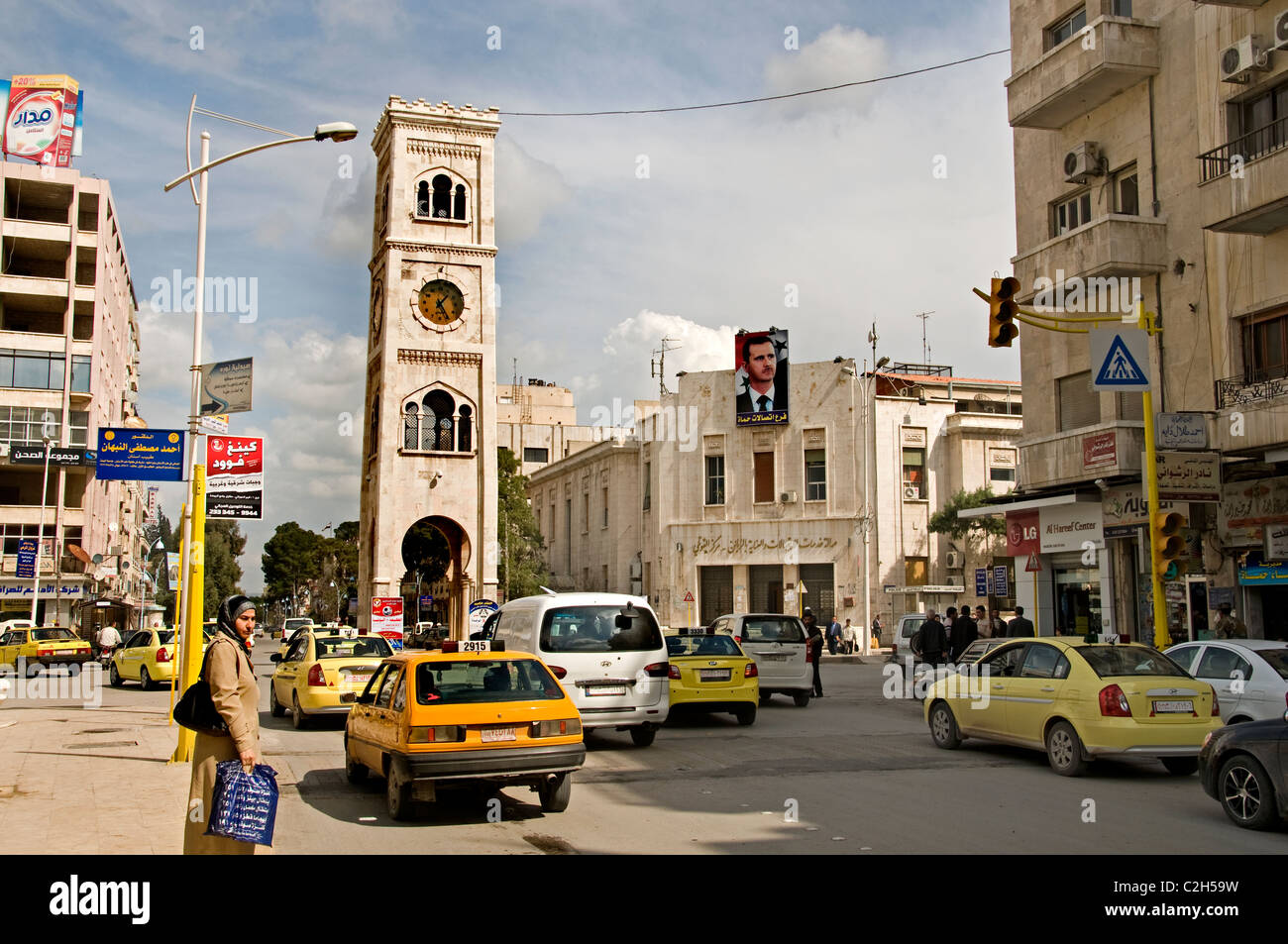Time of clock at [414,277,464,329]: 1:24
